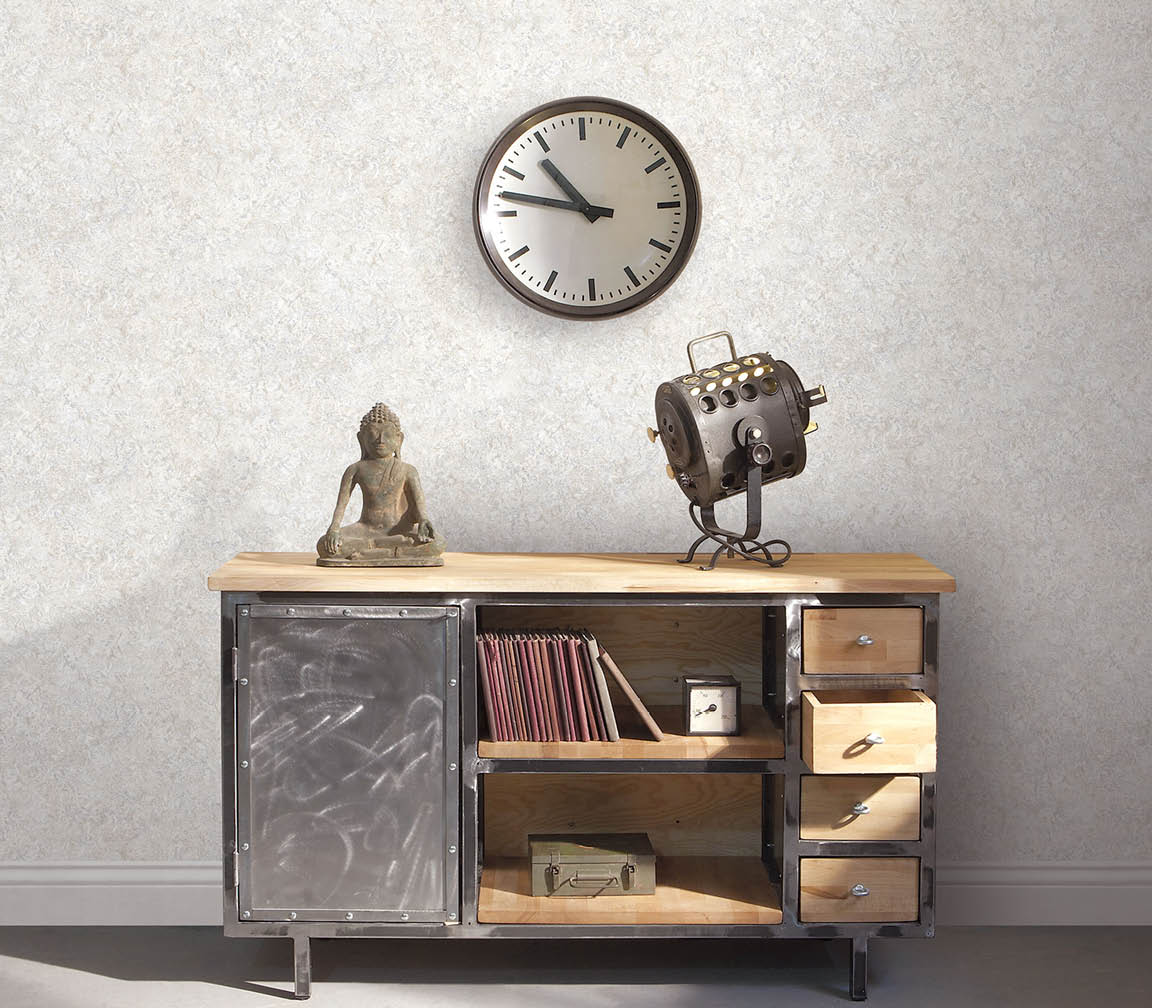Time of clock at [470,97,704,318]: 10:47
